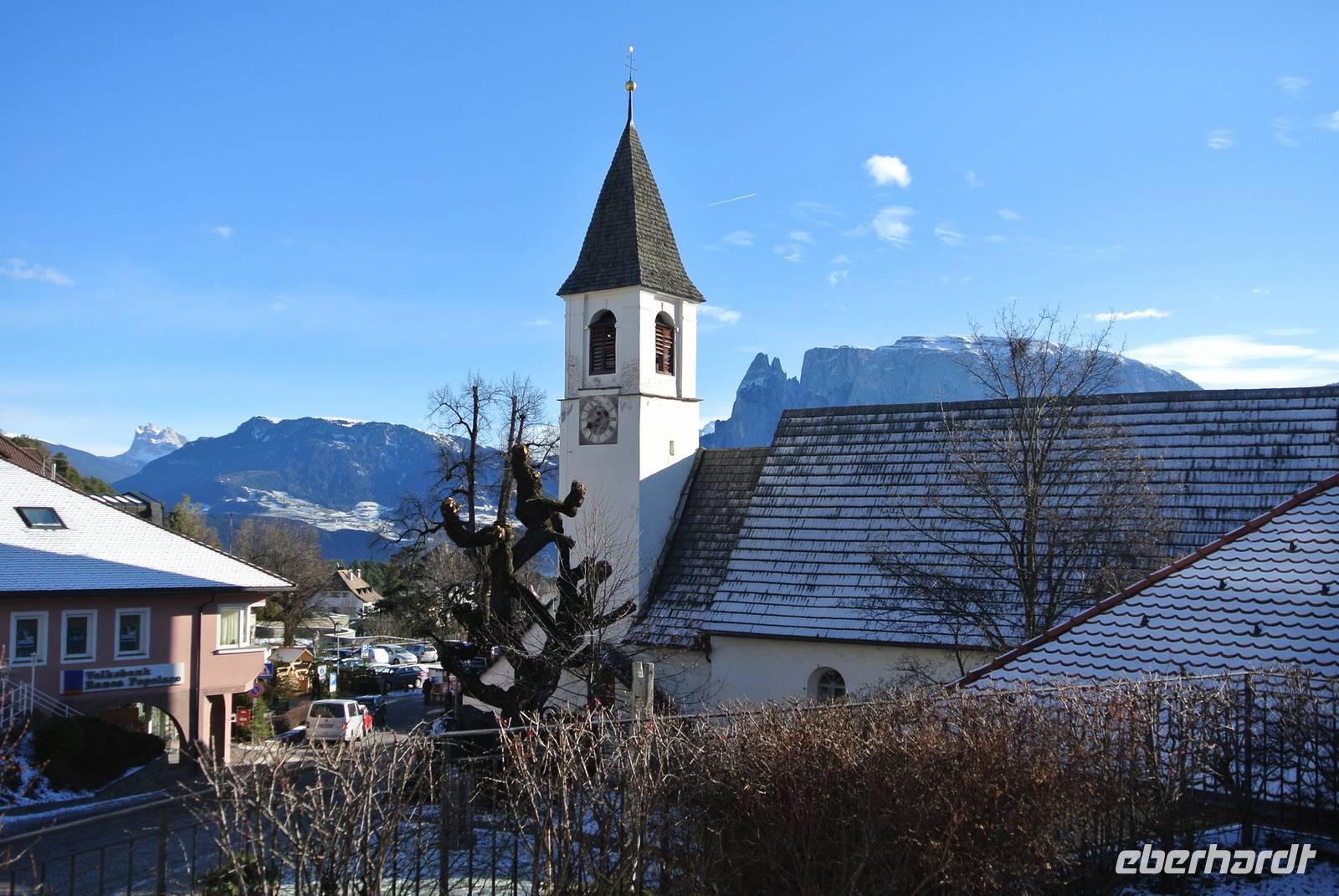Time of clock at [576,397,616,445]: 1:40
